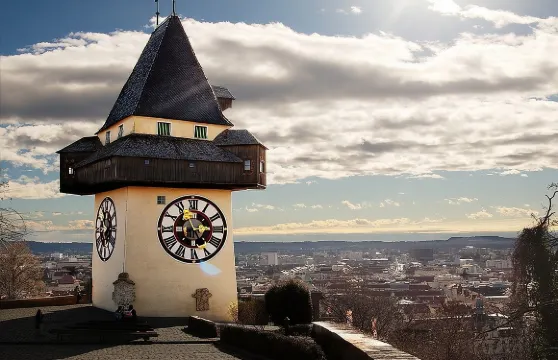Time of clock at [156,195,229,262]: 4:56
